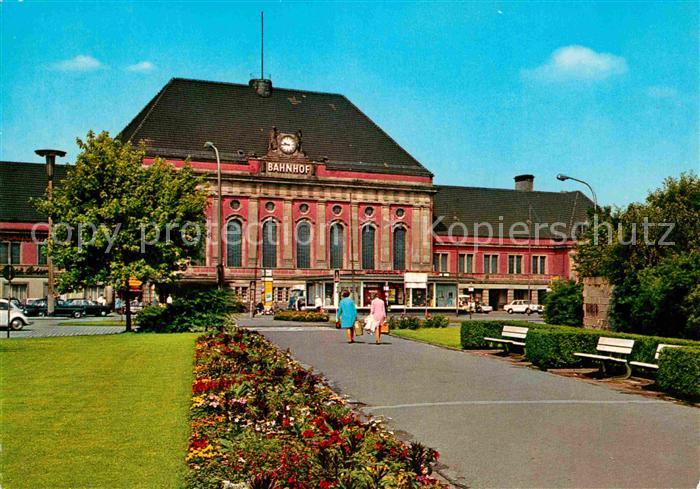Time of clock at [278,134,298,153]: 9:44
